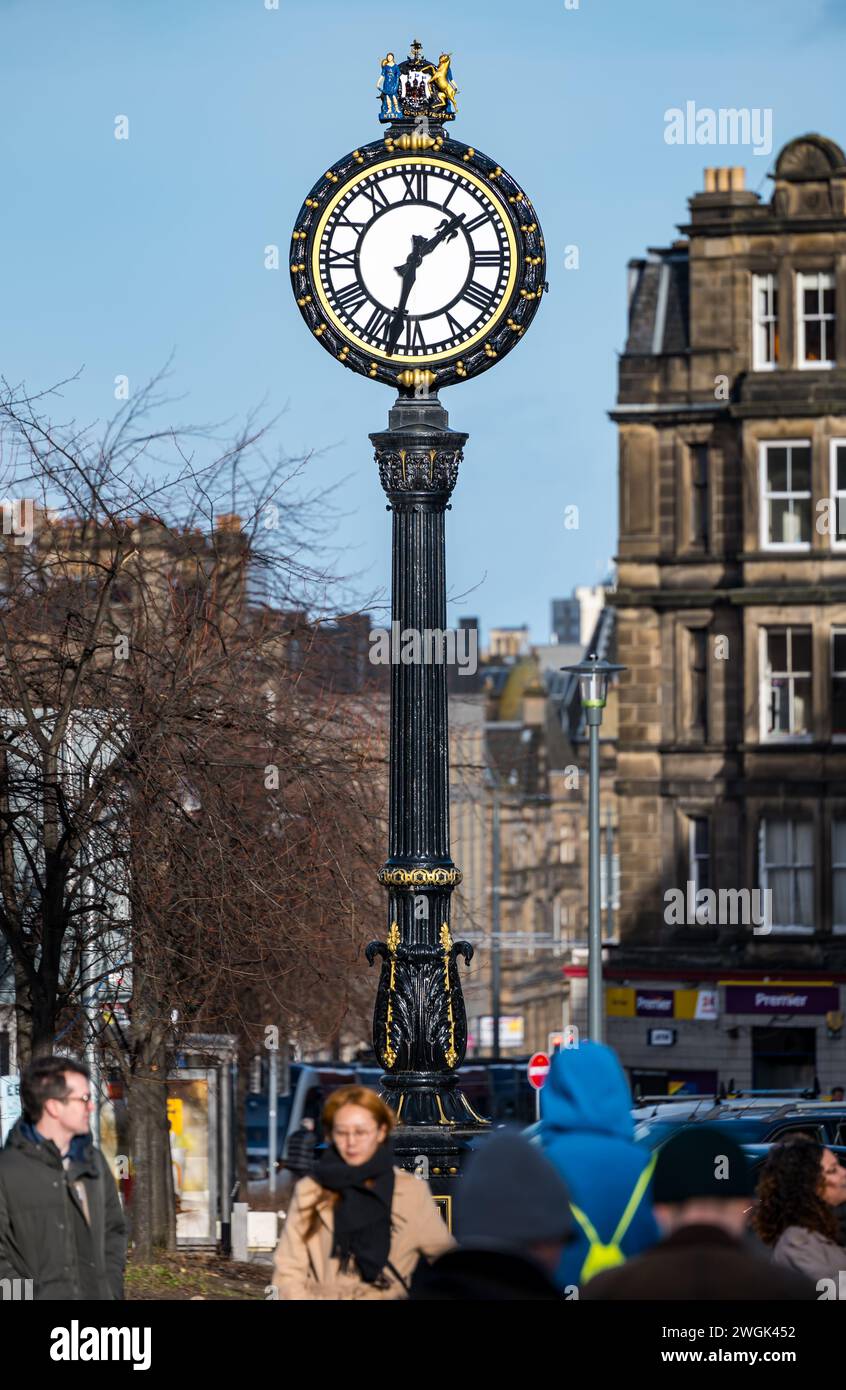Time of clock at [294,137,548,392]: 1:32
